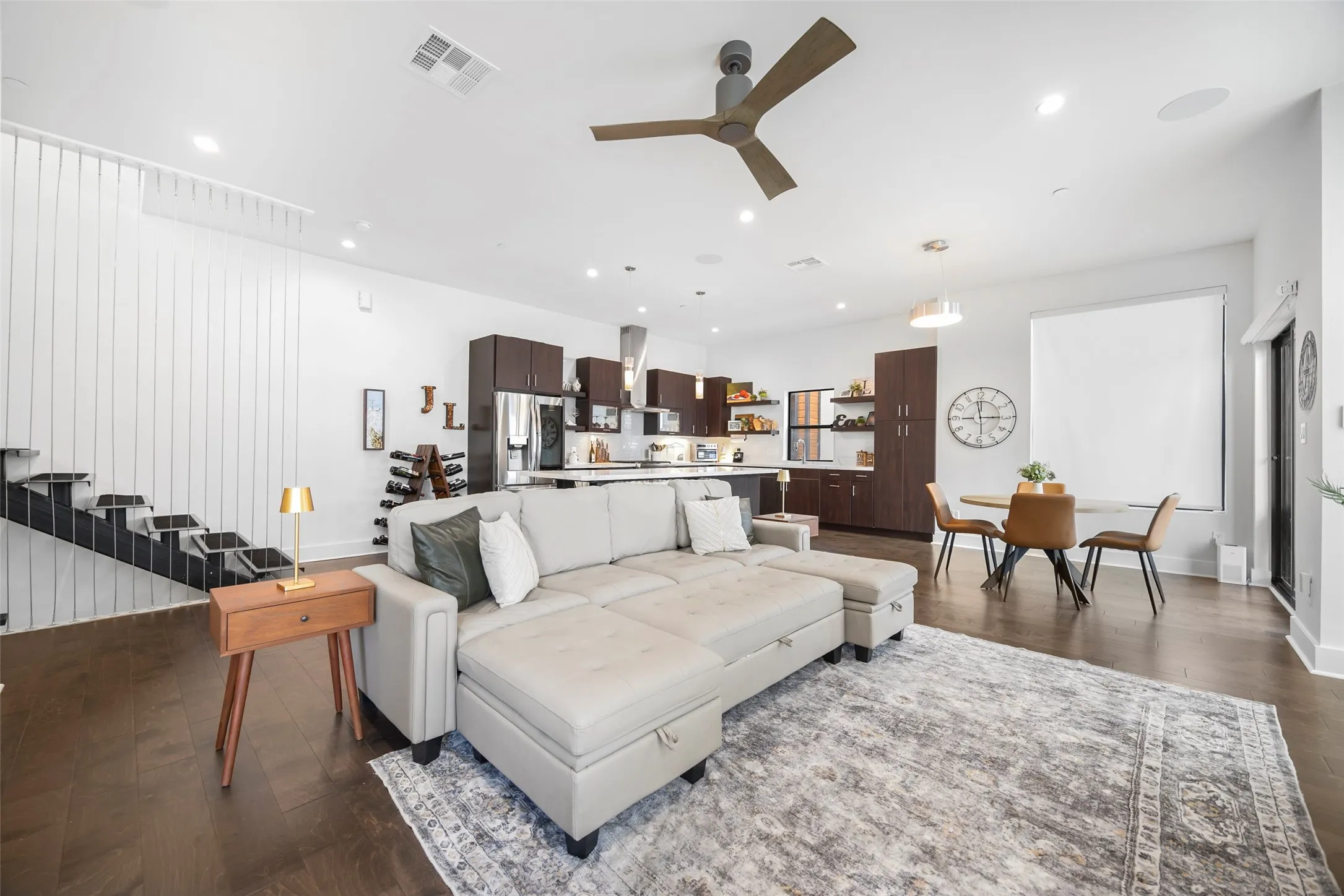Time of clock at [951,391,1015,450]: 2:58
